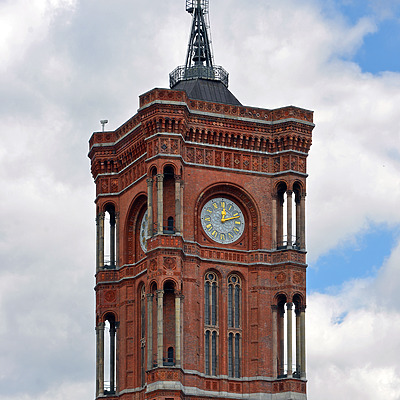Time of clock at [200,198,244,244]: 12:11
